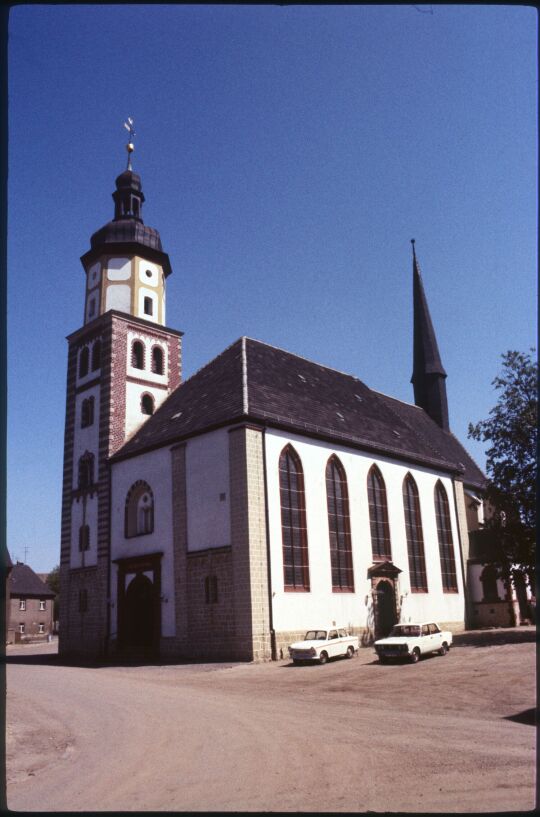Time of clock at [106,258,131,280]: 9:07
